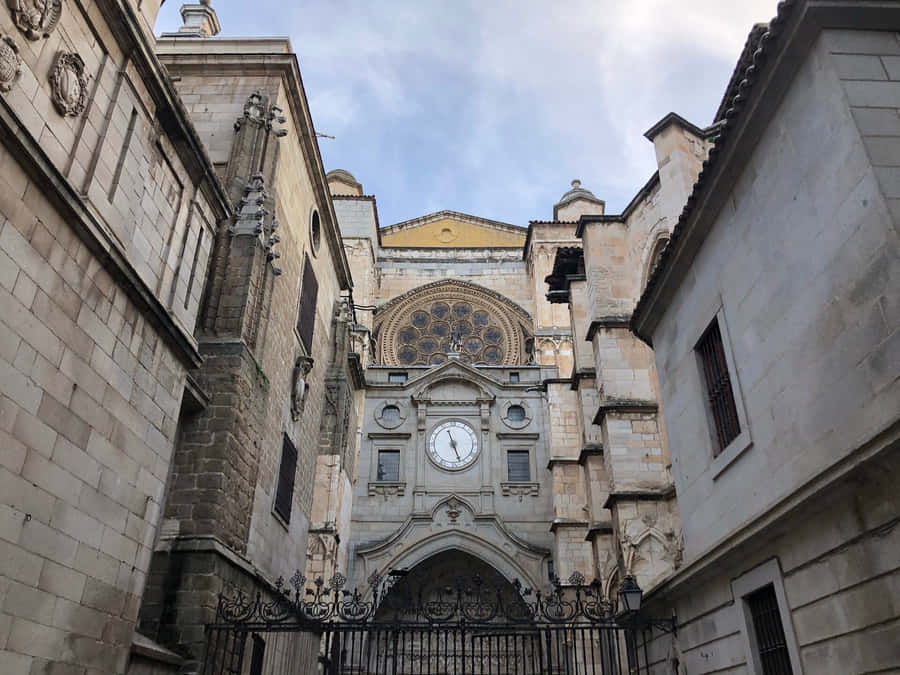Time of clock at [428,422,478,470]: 11:26
